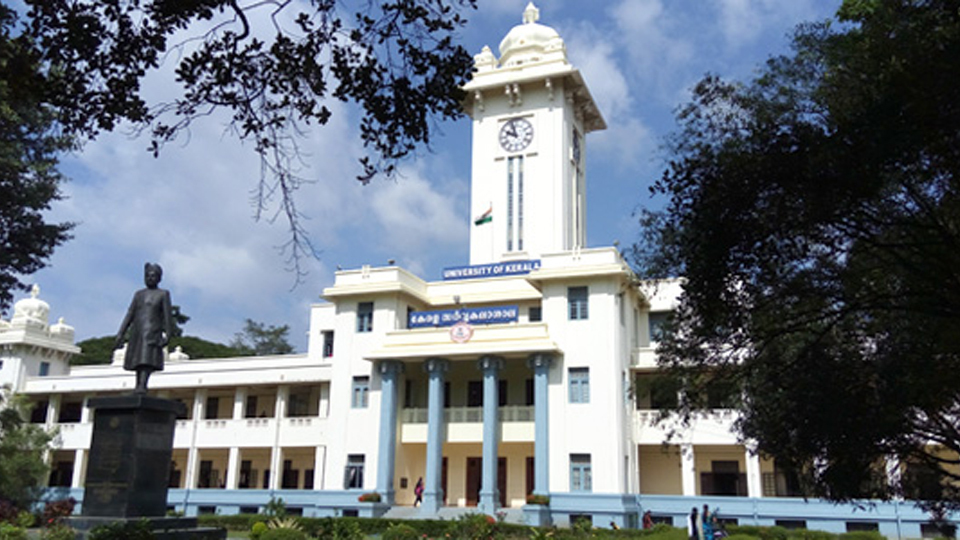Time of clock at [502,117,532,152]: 9:57
